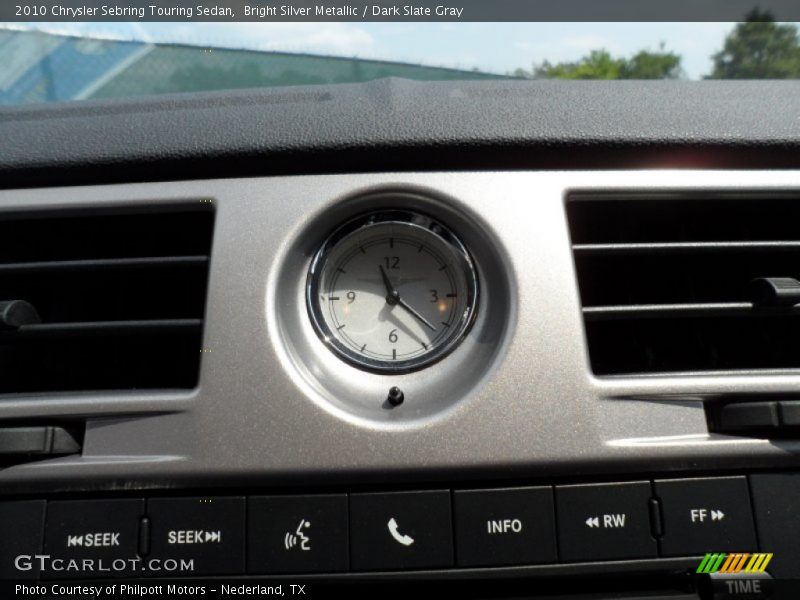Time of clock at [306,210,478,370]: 11:22
